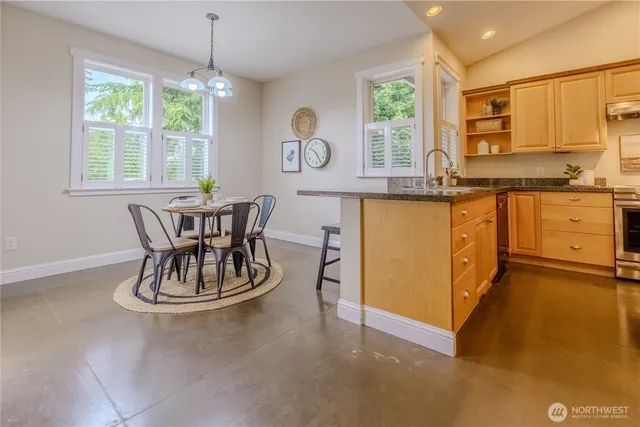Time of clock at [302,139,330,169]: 10:24
